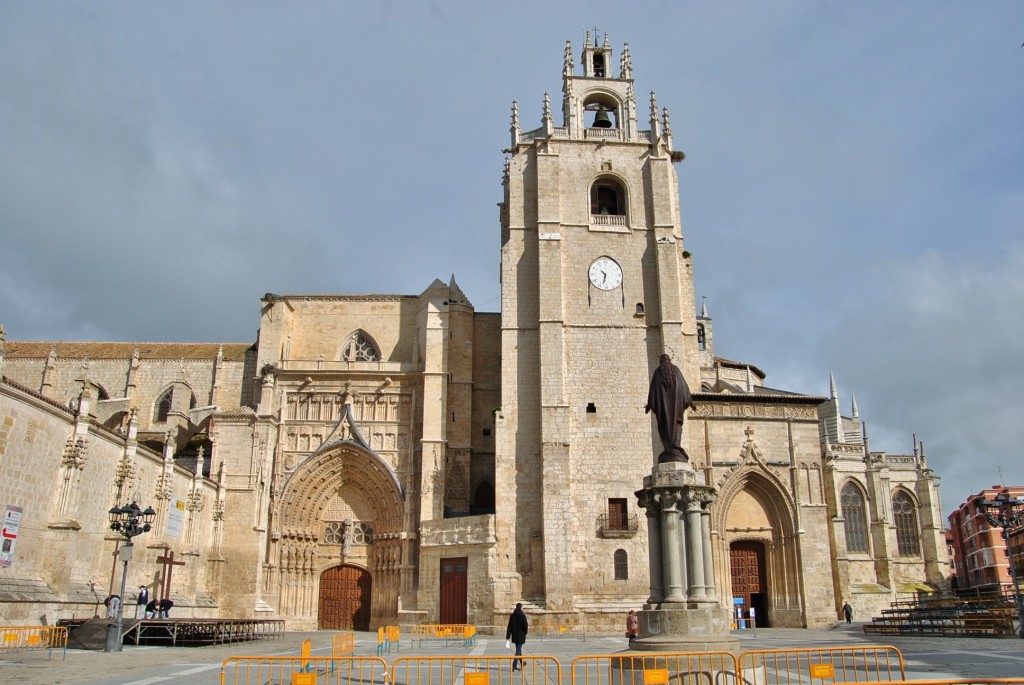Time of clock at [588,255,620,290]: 10:32
